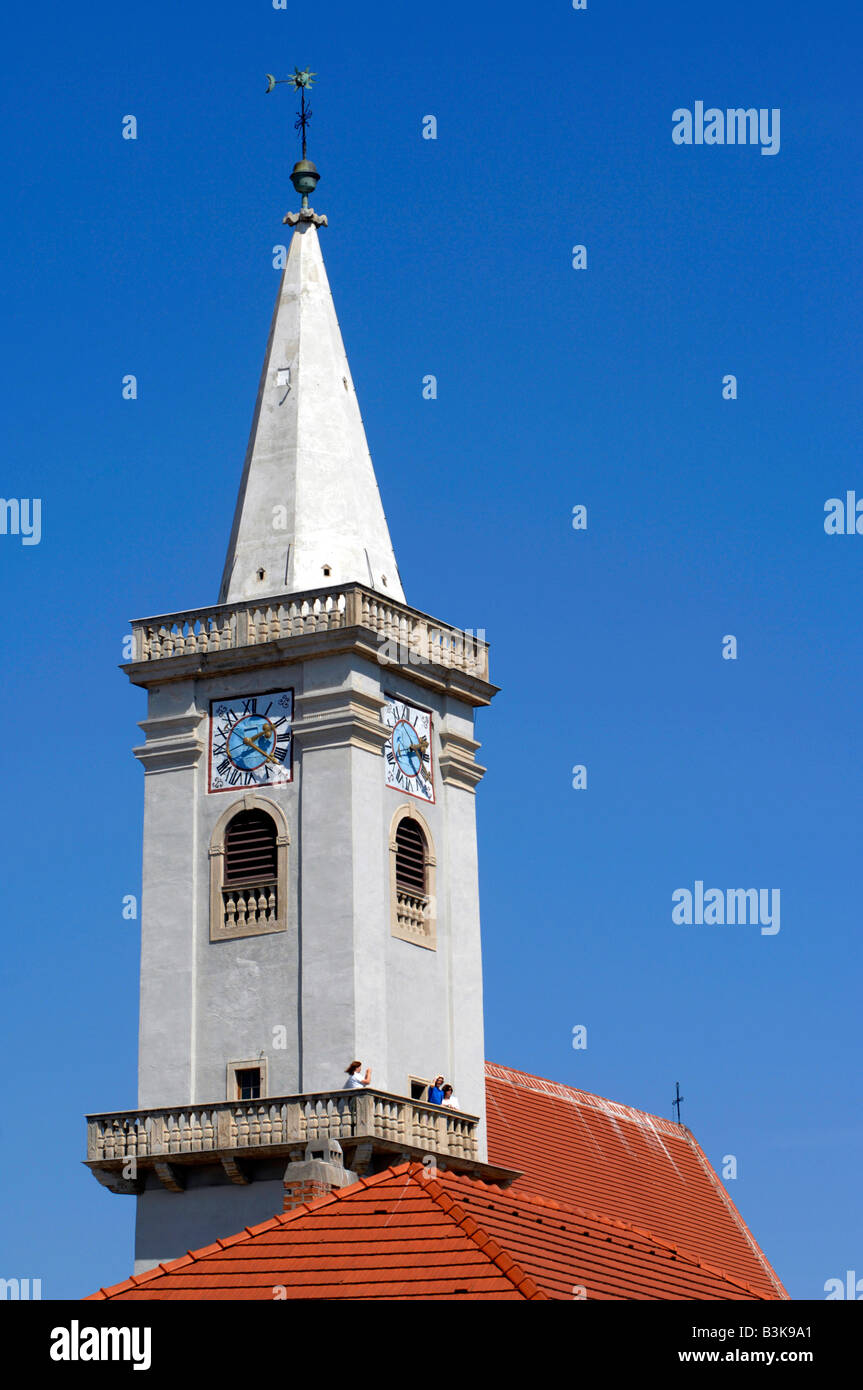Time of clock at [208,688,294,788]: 2:21
